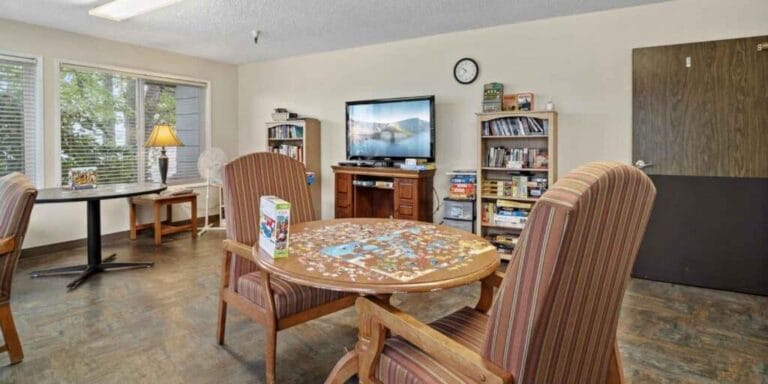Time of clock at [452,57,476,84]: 10:37
